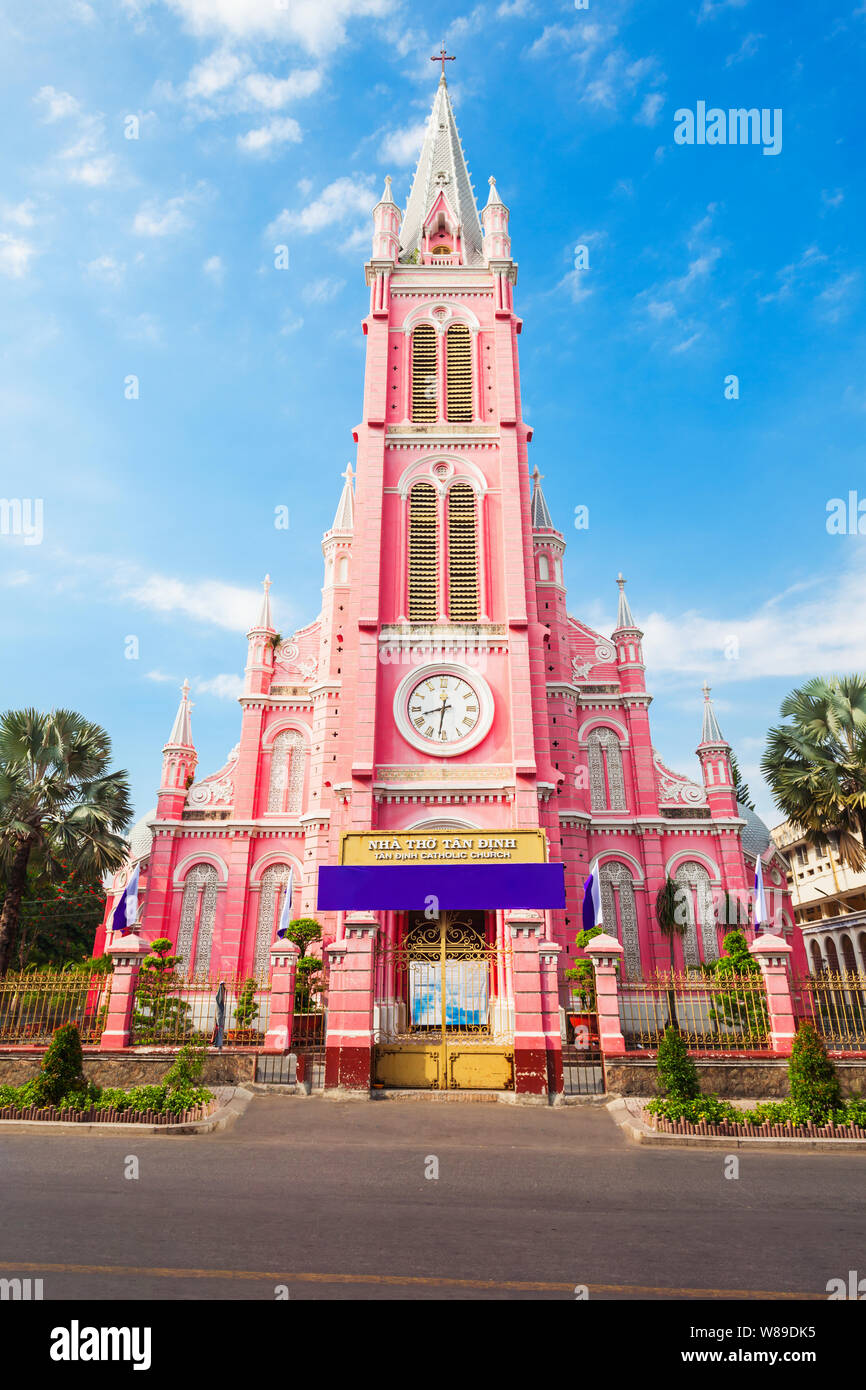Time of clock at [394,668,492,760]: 8:31
